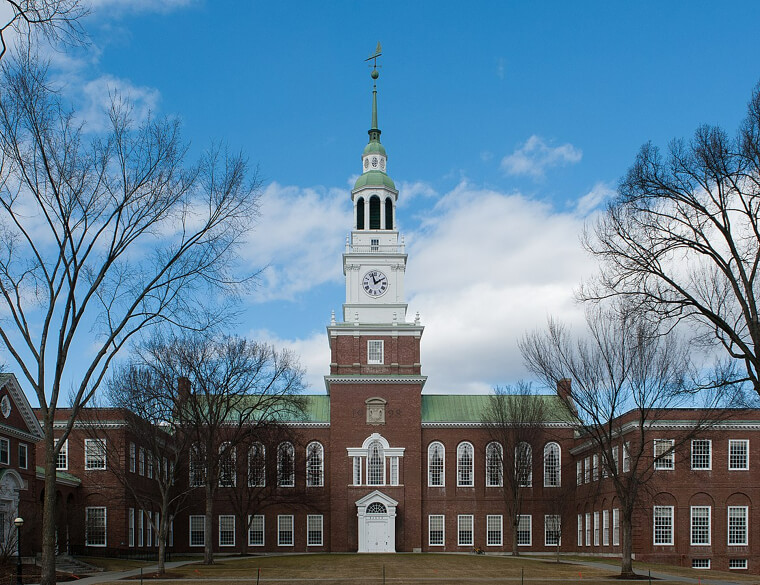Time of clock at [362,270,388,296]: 1:57
